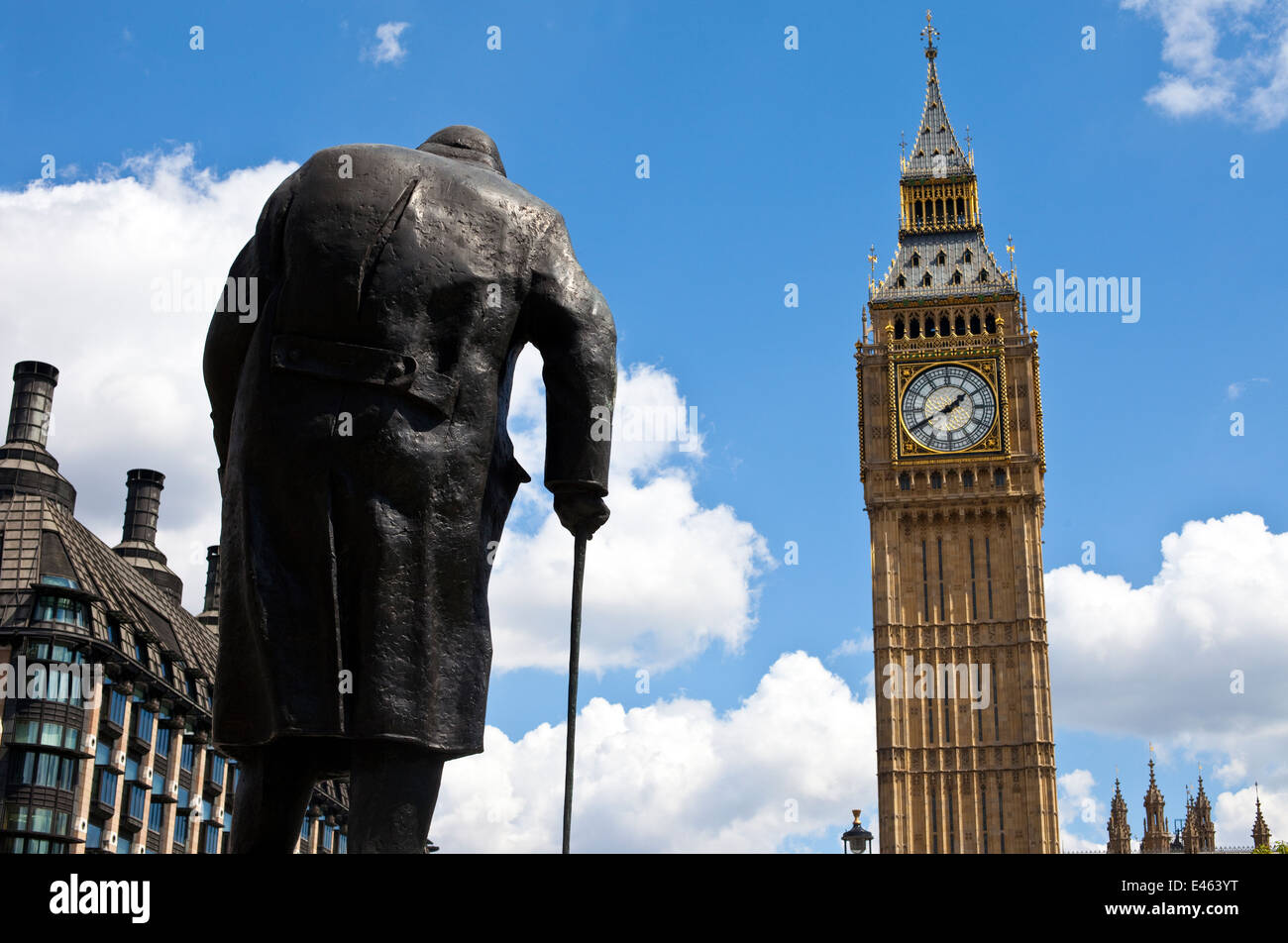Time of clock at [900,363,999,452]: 1:40
